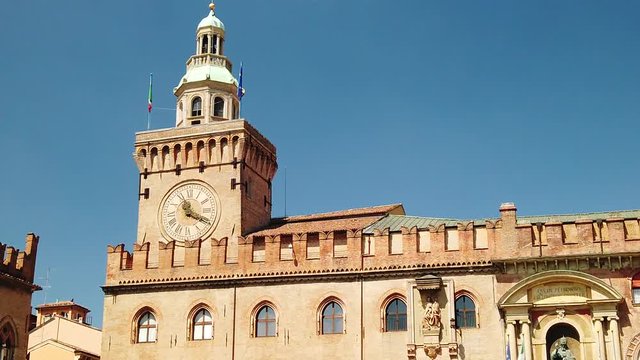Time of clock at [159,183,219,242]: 11:19
